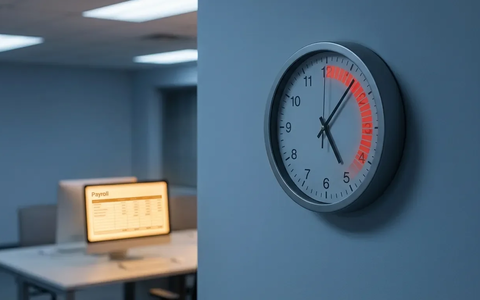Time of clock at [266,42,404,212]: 5:06
